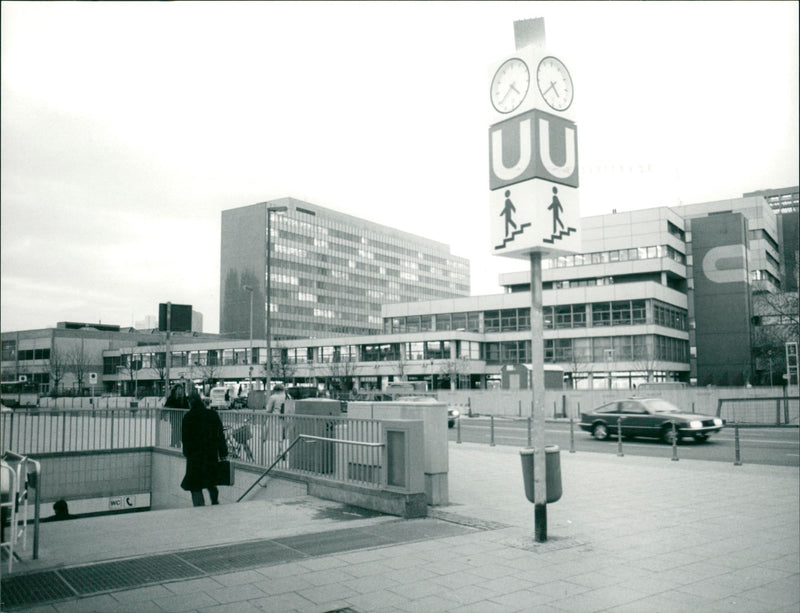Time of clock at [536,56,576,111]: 4:37
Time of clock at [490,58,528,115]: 4:38
